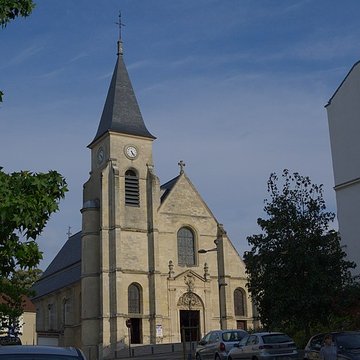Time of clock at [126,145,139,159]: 5:23
